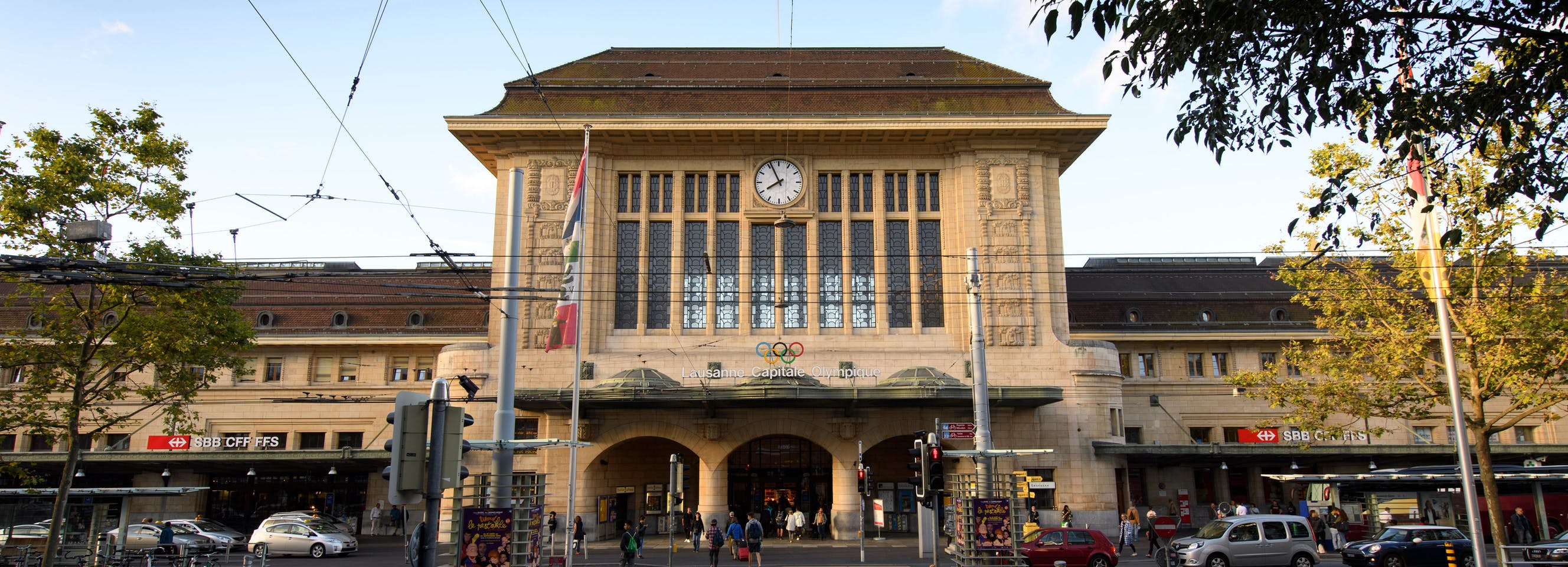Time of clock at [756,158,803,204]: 7:55
